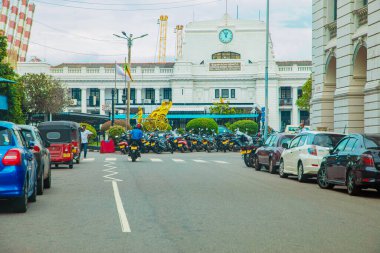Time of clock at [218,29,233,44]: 12:55
